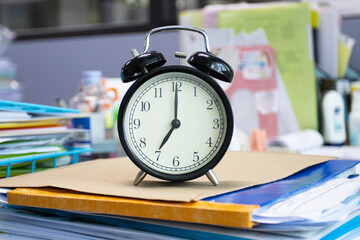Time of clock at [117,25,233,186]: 7:00
